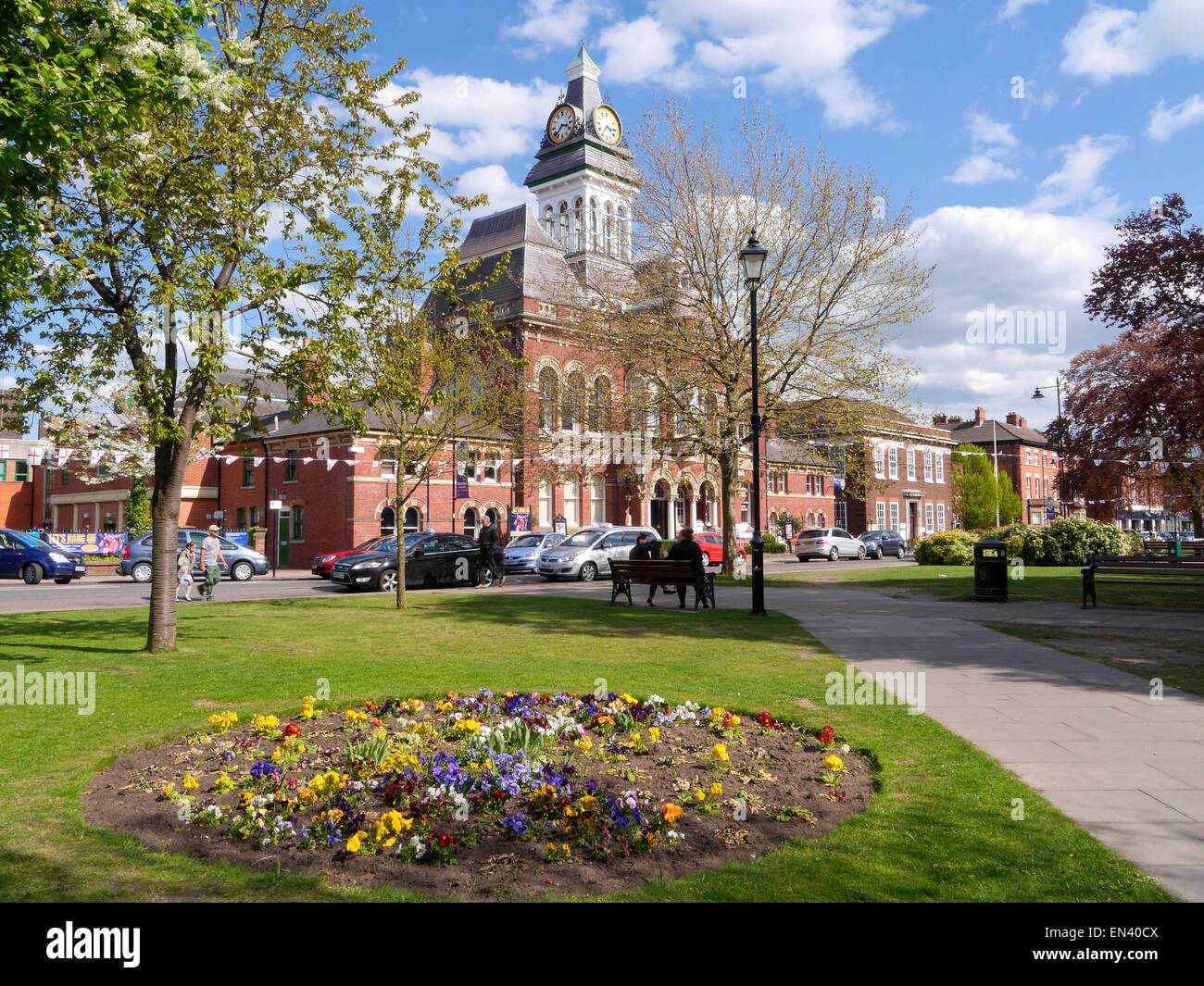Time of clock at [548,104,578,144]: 3:37
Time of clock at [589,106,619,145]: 3:35
